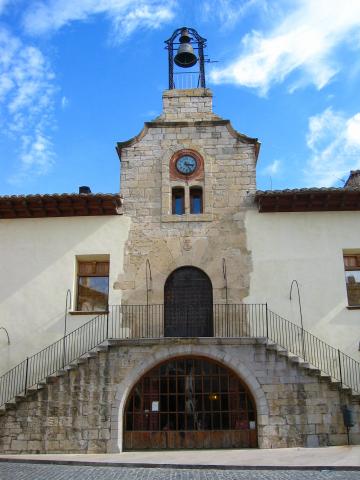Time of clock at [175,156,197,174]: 3:24
